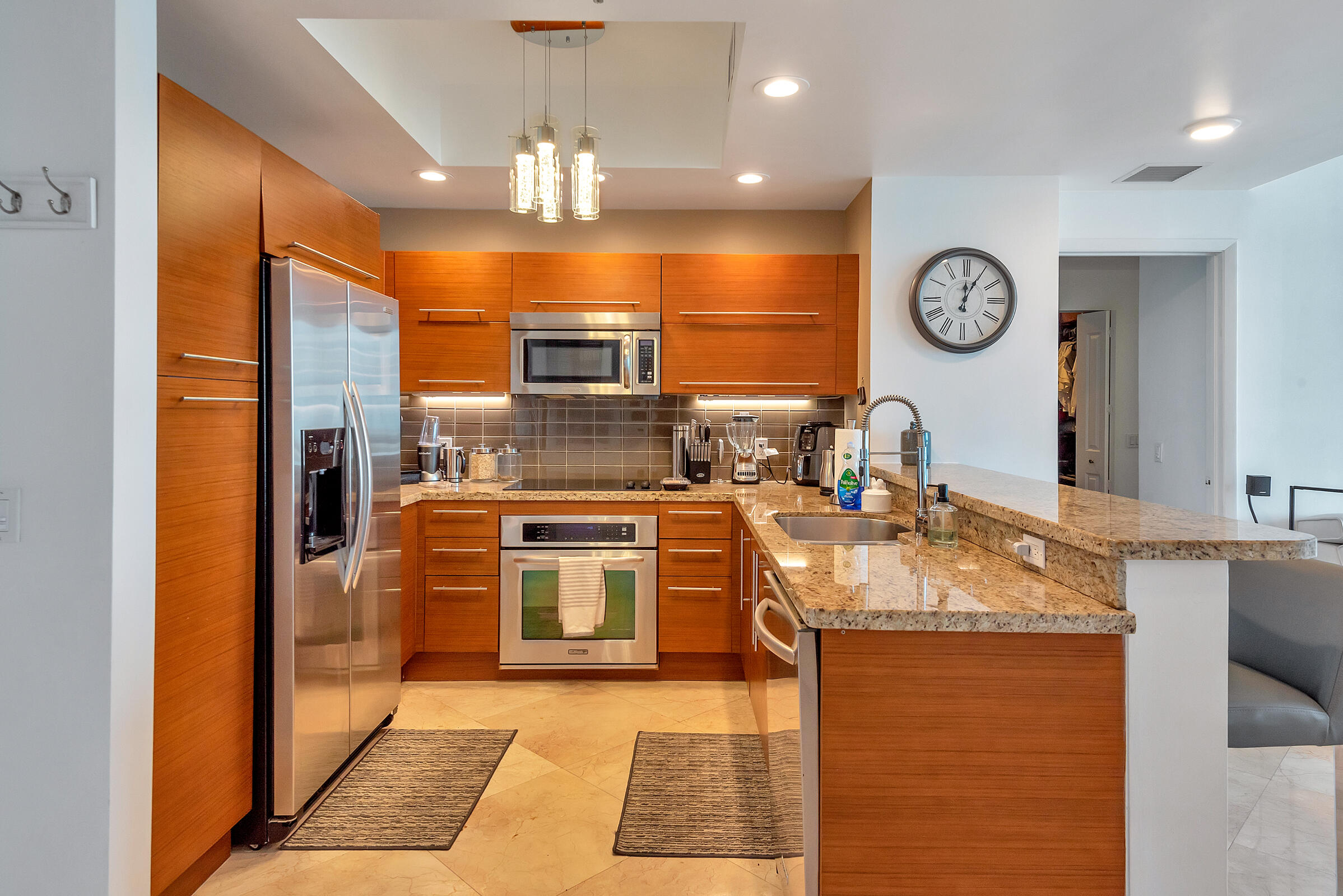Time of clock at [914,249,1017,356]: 12:04
